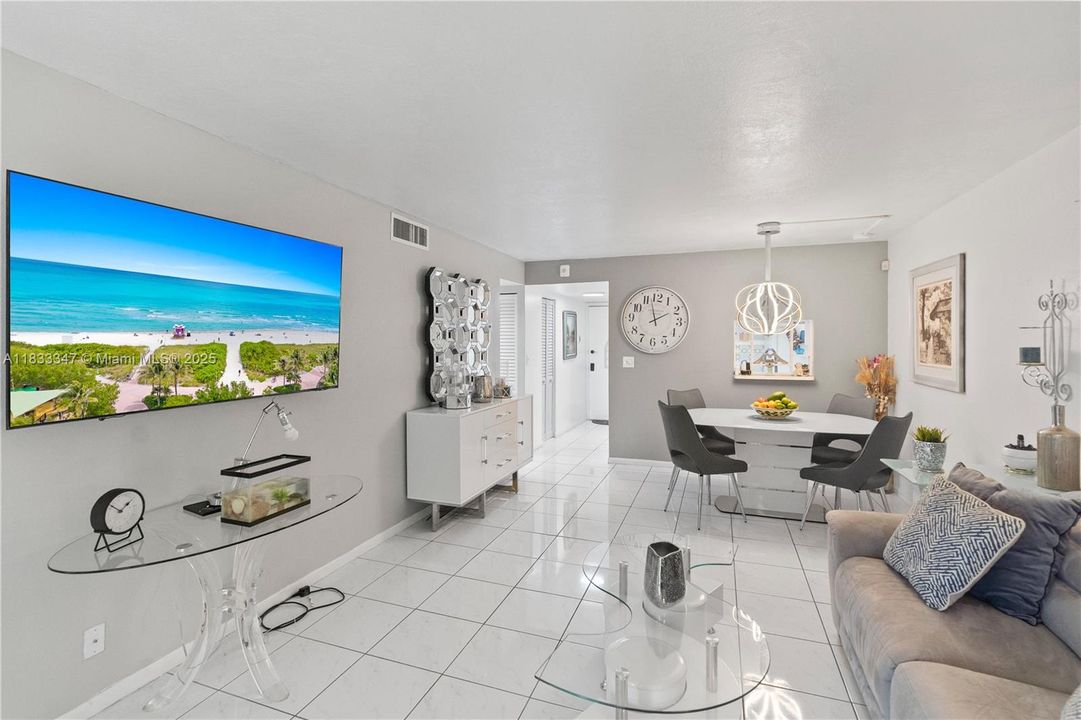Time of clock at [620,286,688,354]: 1:57
